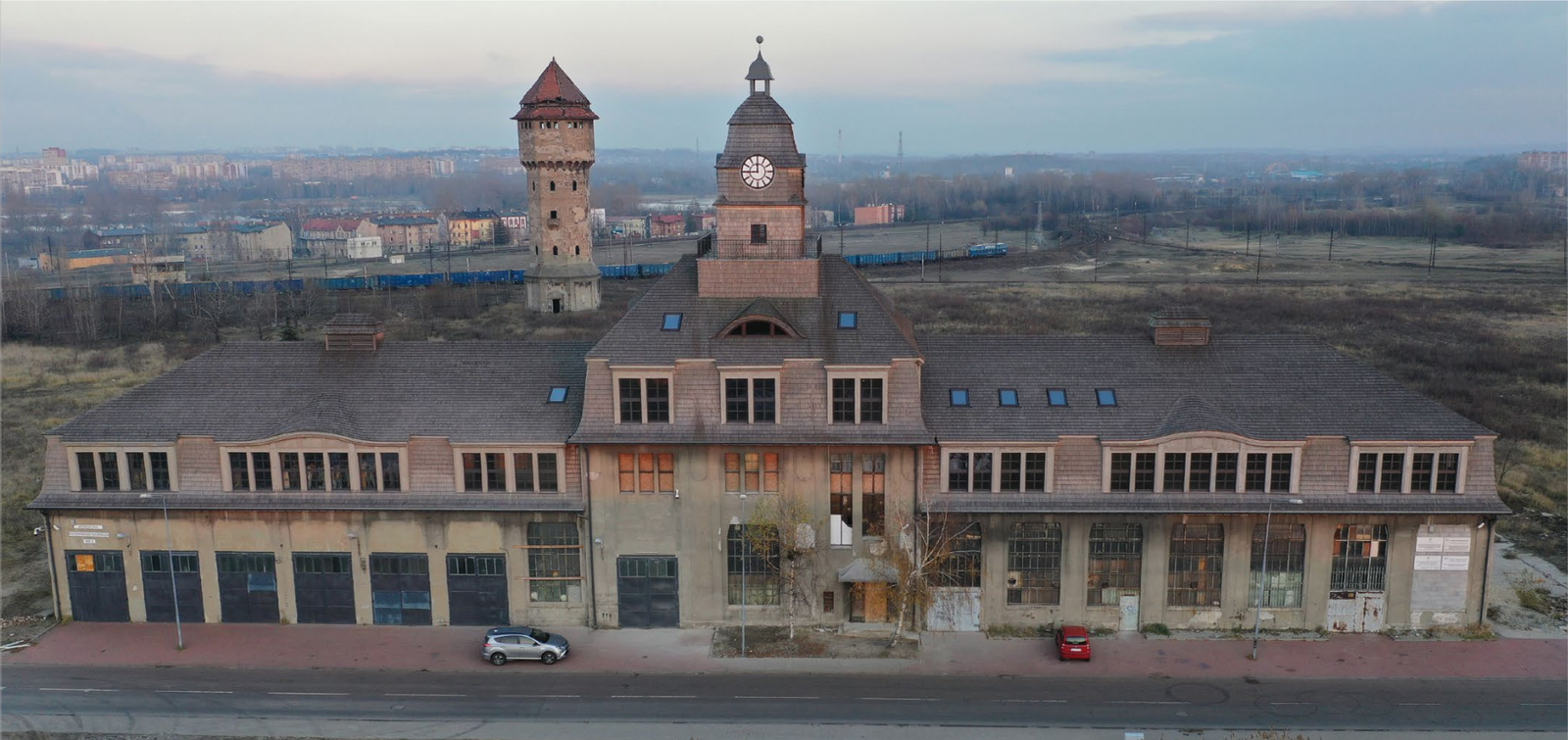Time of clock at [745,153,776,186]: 11:44
